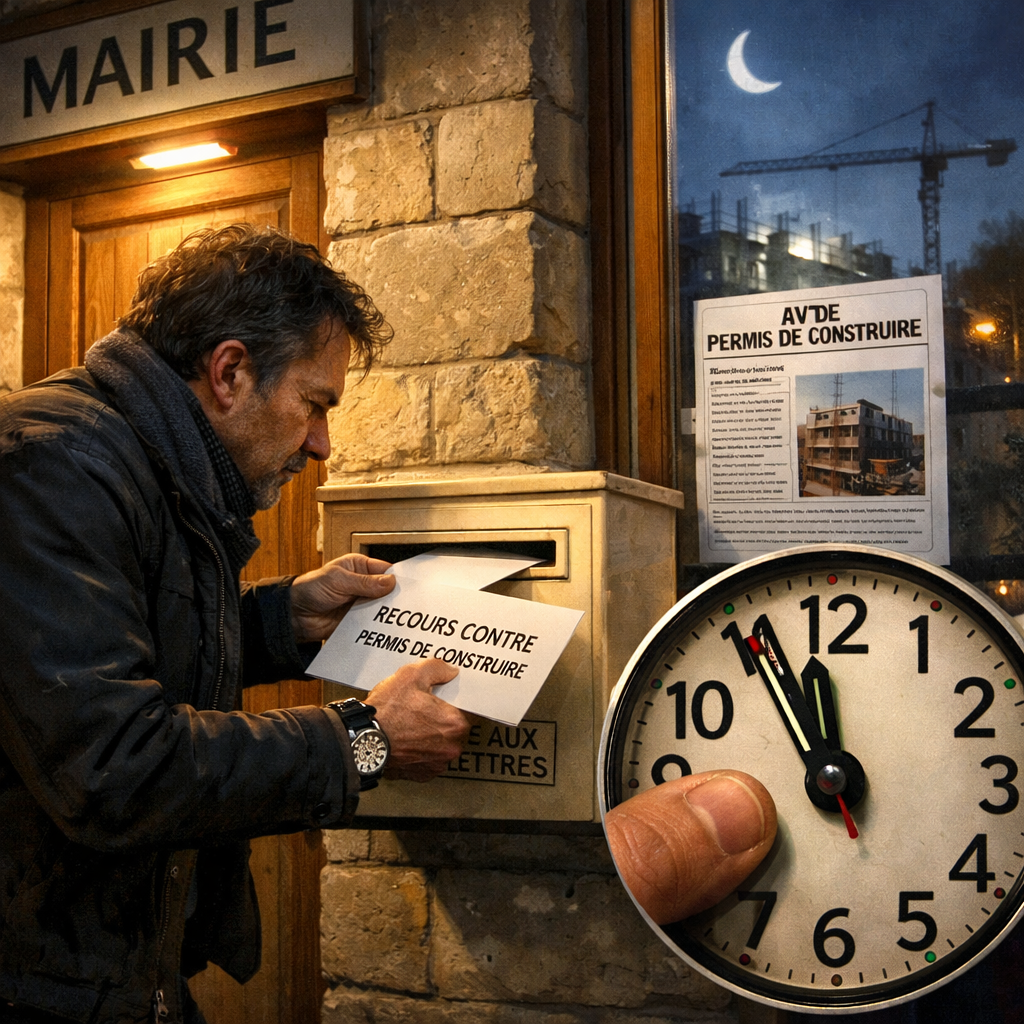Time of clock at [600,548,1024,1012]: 11:55
